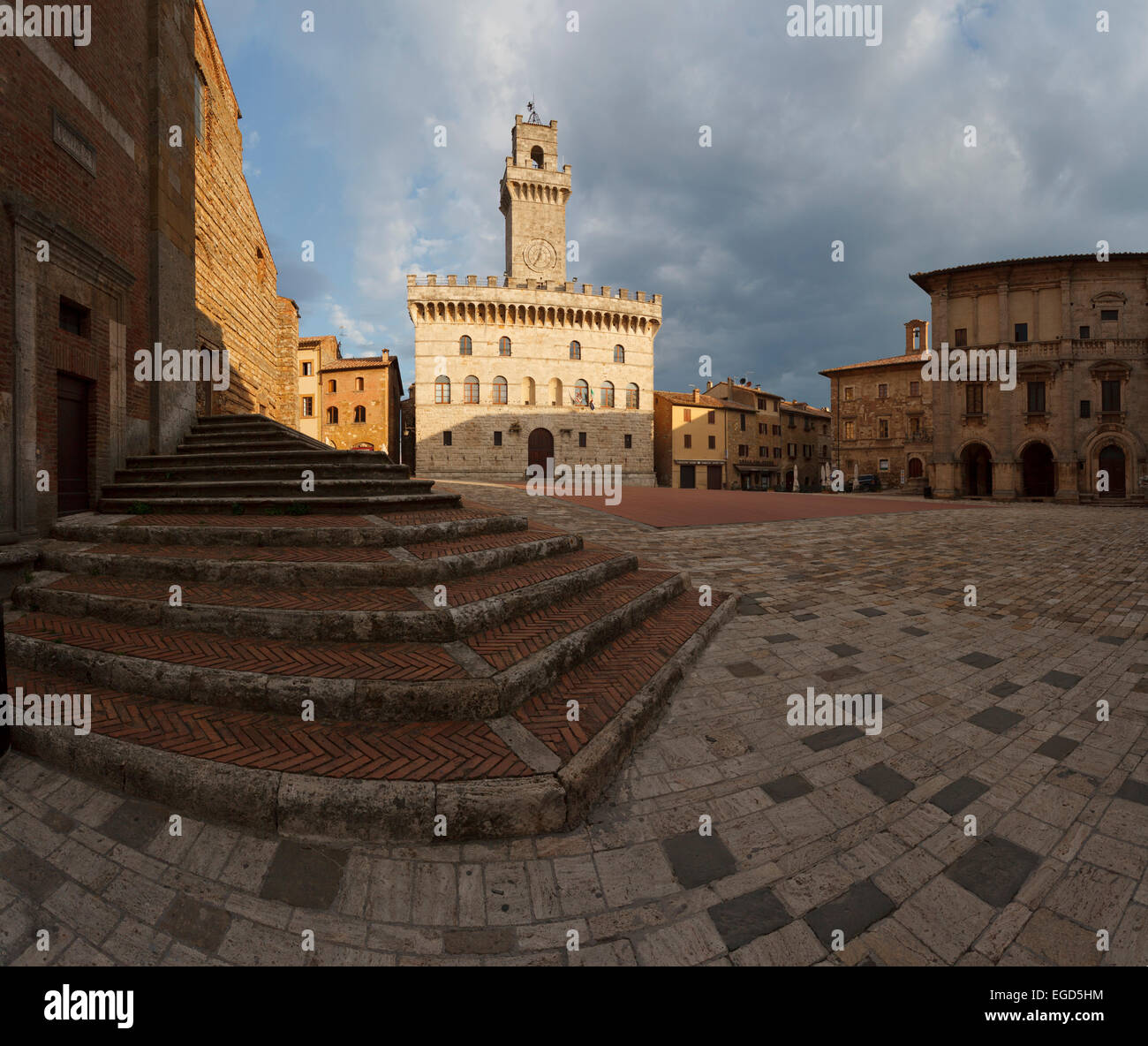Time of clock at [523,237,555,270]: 7:01
